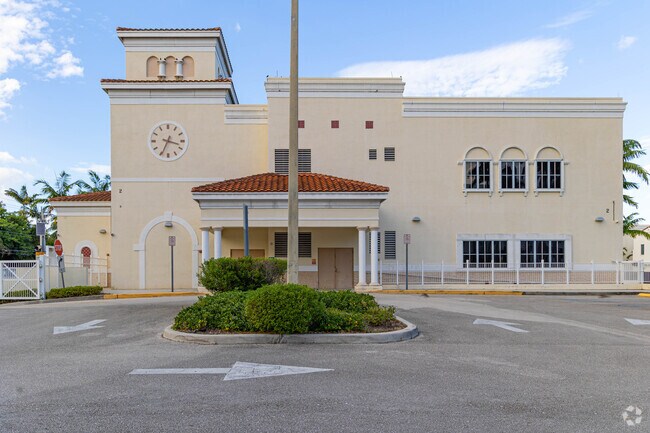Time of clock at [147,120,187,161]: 3:34
